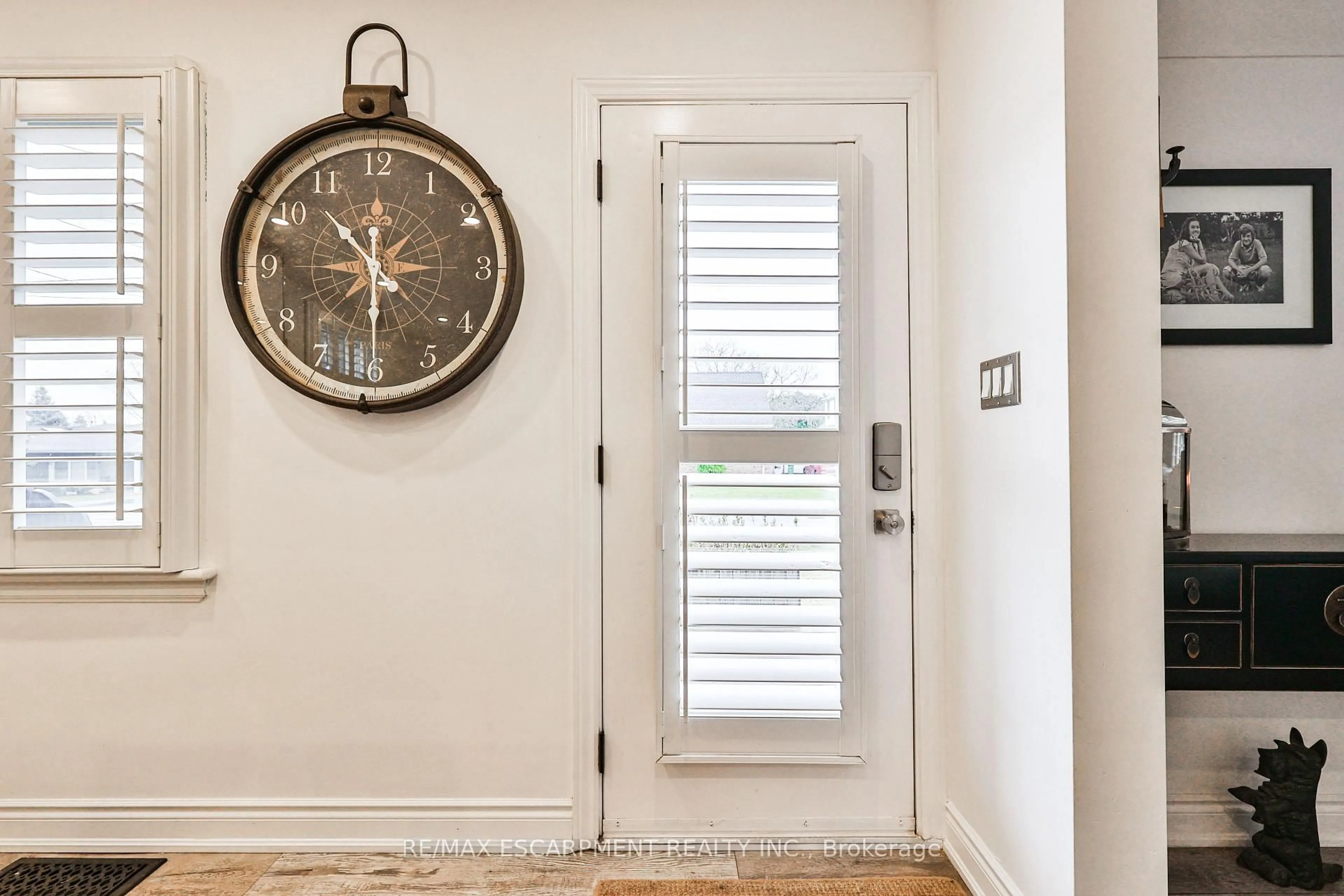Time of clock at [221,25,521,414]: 10:30
